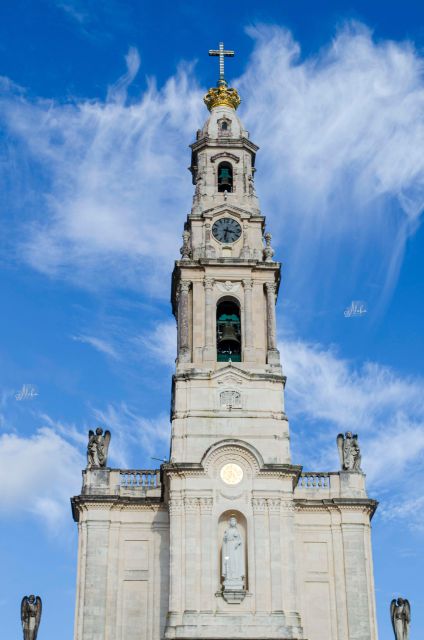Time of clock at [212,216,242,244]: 3:32
